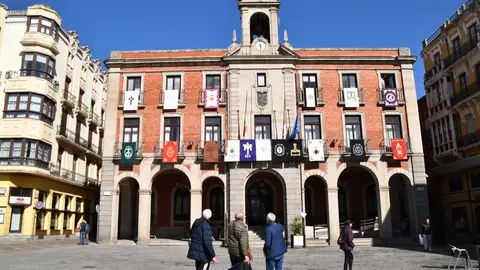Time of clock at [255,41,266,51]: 5:30
